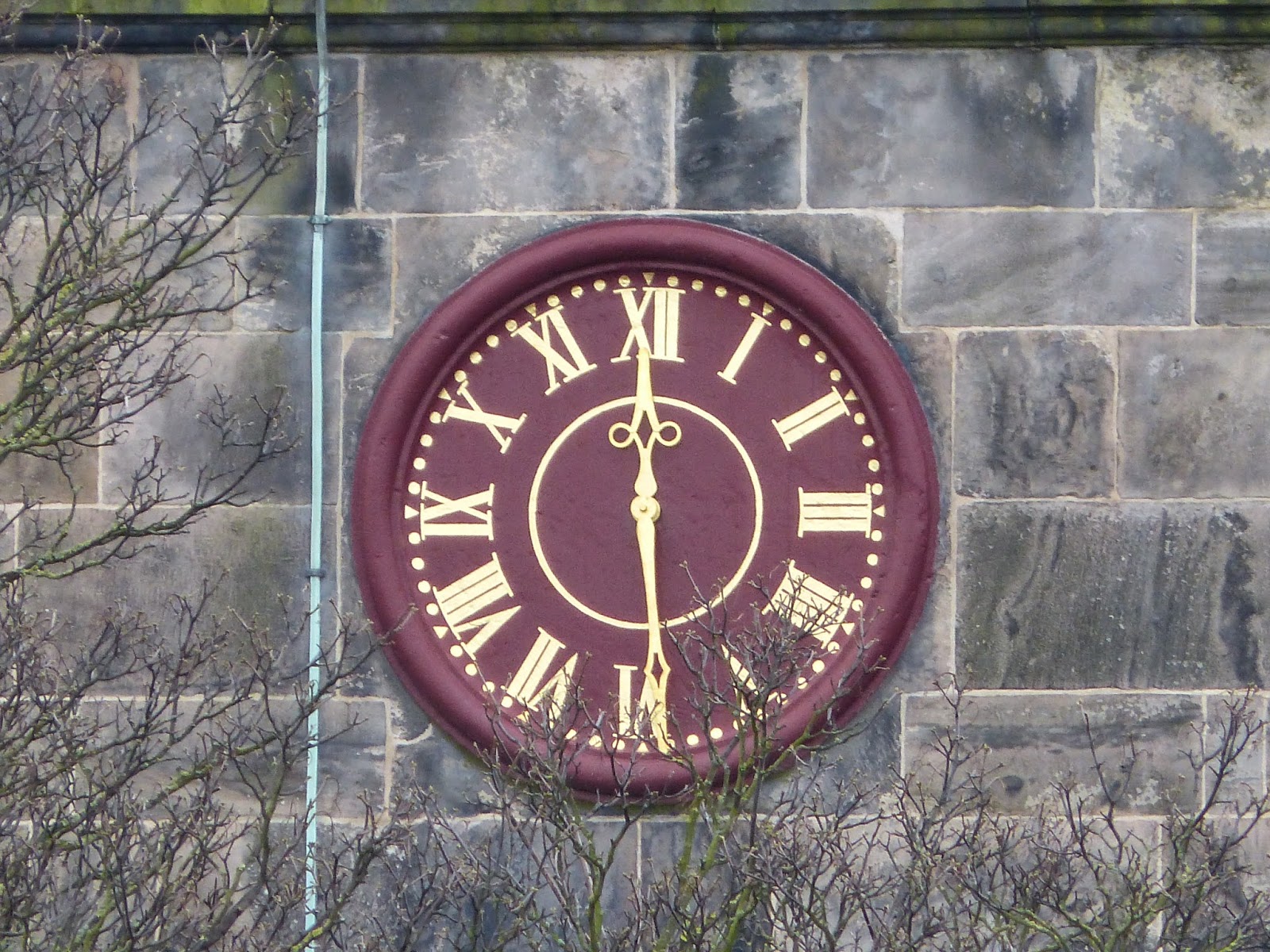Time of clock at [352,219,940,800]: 5:59
